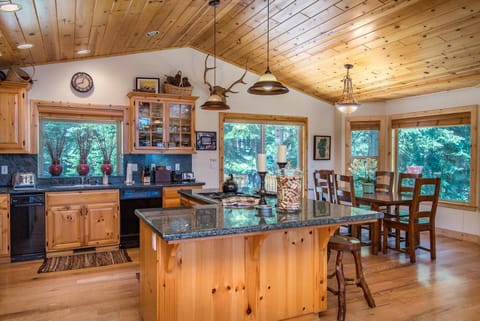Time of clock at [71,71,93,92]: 12:41
